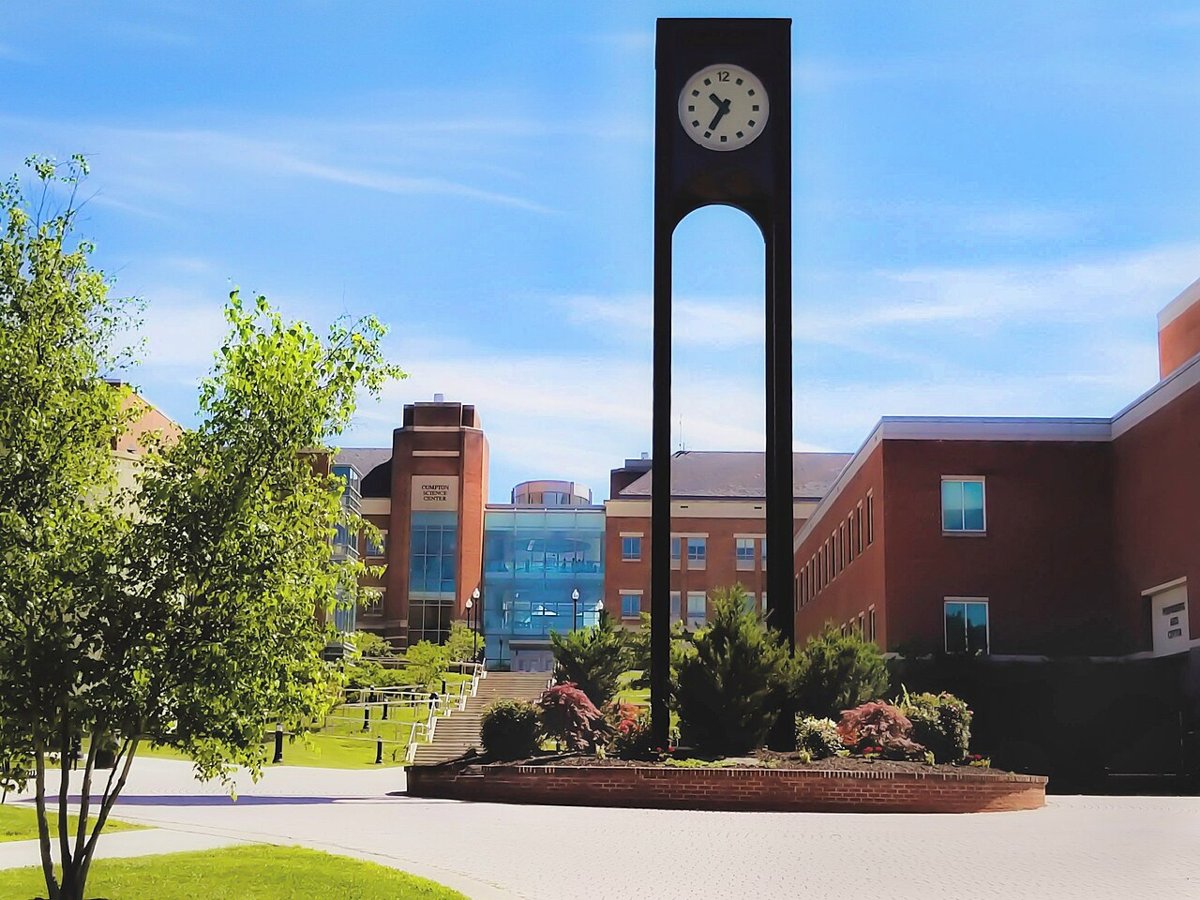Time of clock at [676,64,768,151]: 10:35
